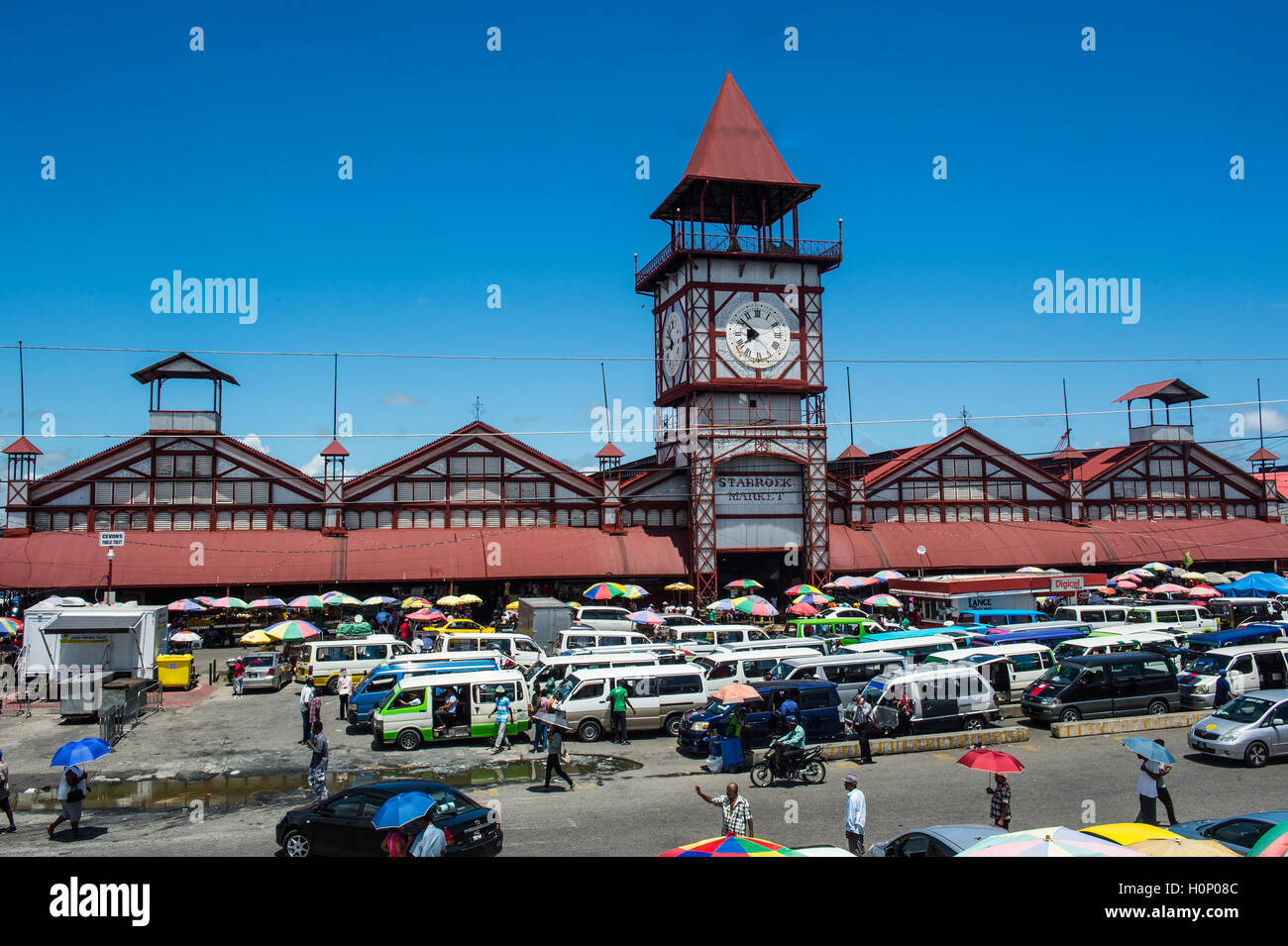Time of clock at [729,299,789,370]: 7:51
